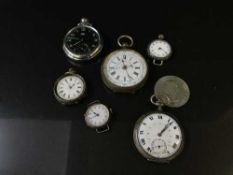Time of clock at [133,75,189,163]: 1:06
